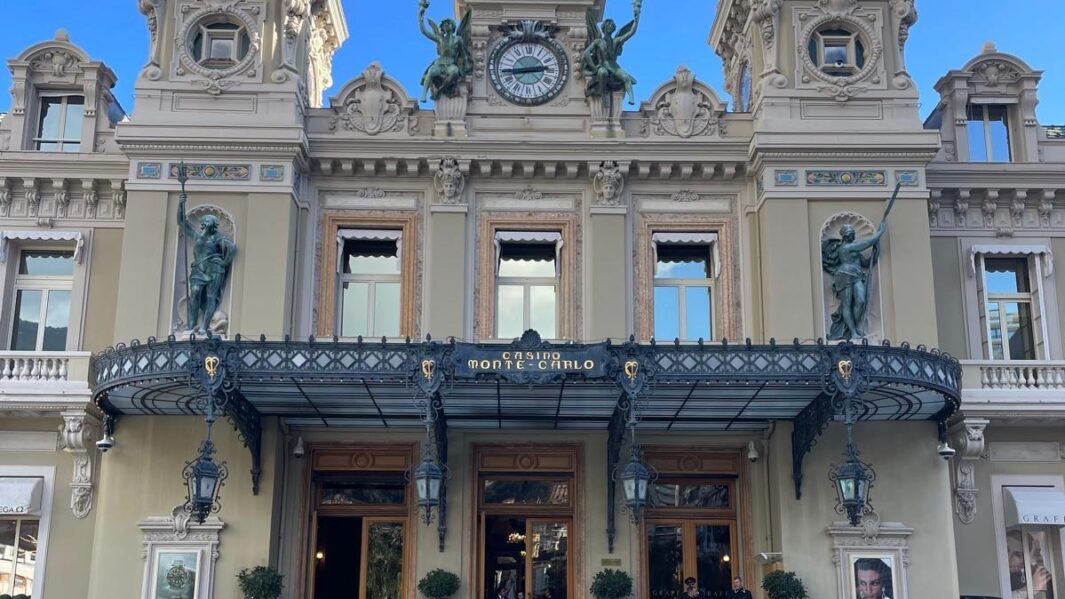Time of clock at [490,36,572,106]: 2:44
